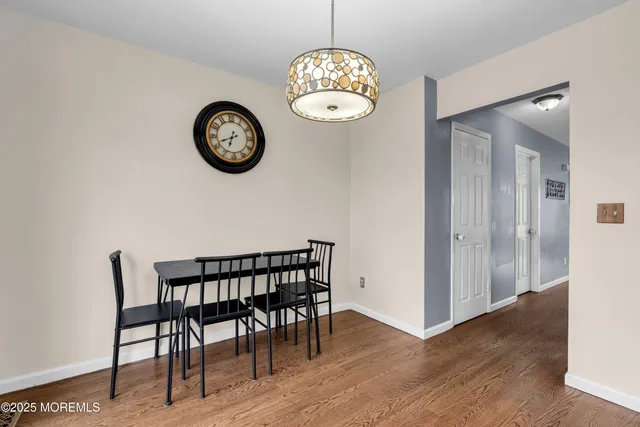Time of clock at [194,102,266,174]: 6:41
